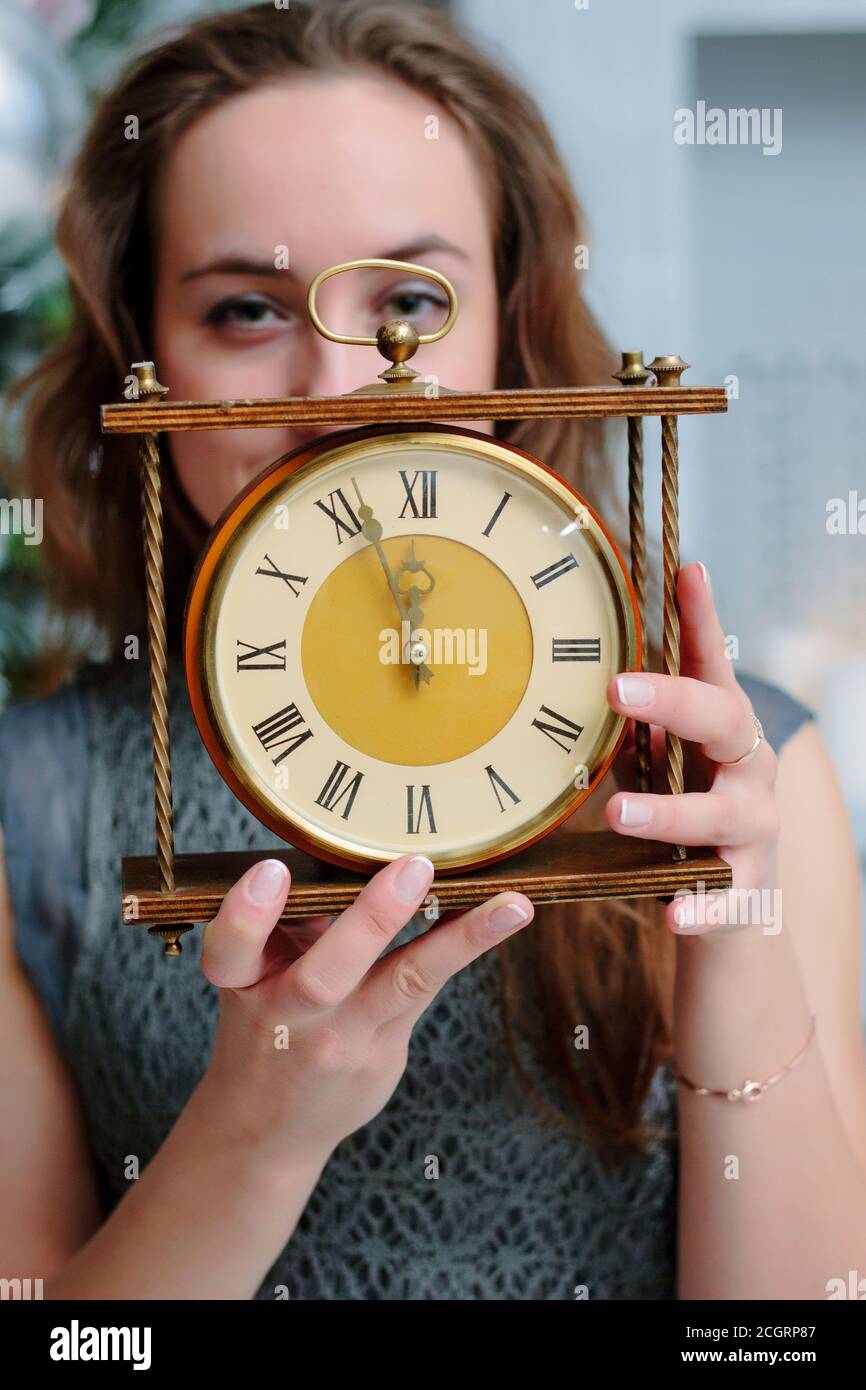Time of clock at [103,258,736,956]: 11:57
